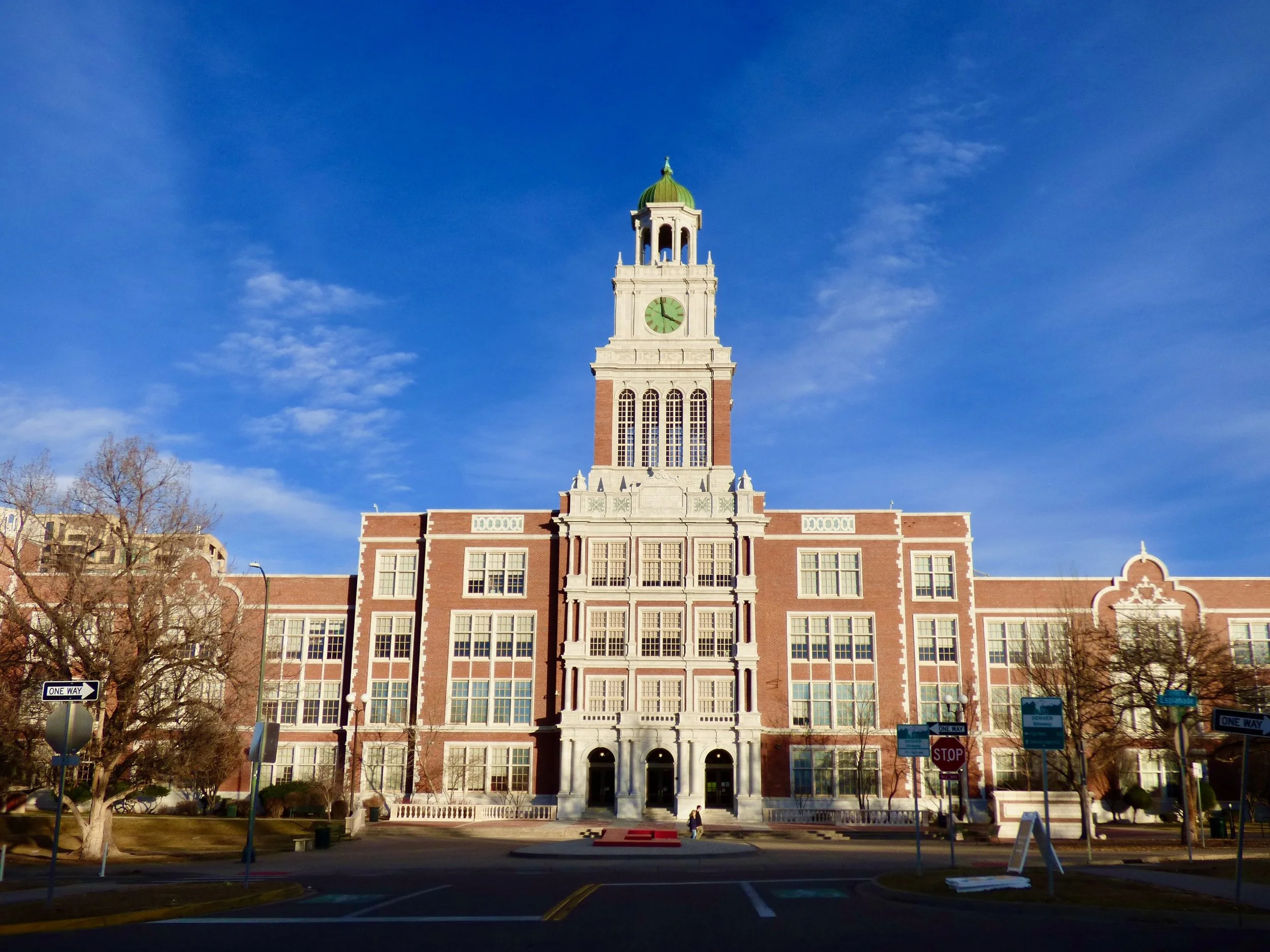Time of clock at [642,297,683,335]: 3:58
